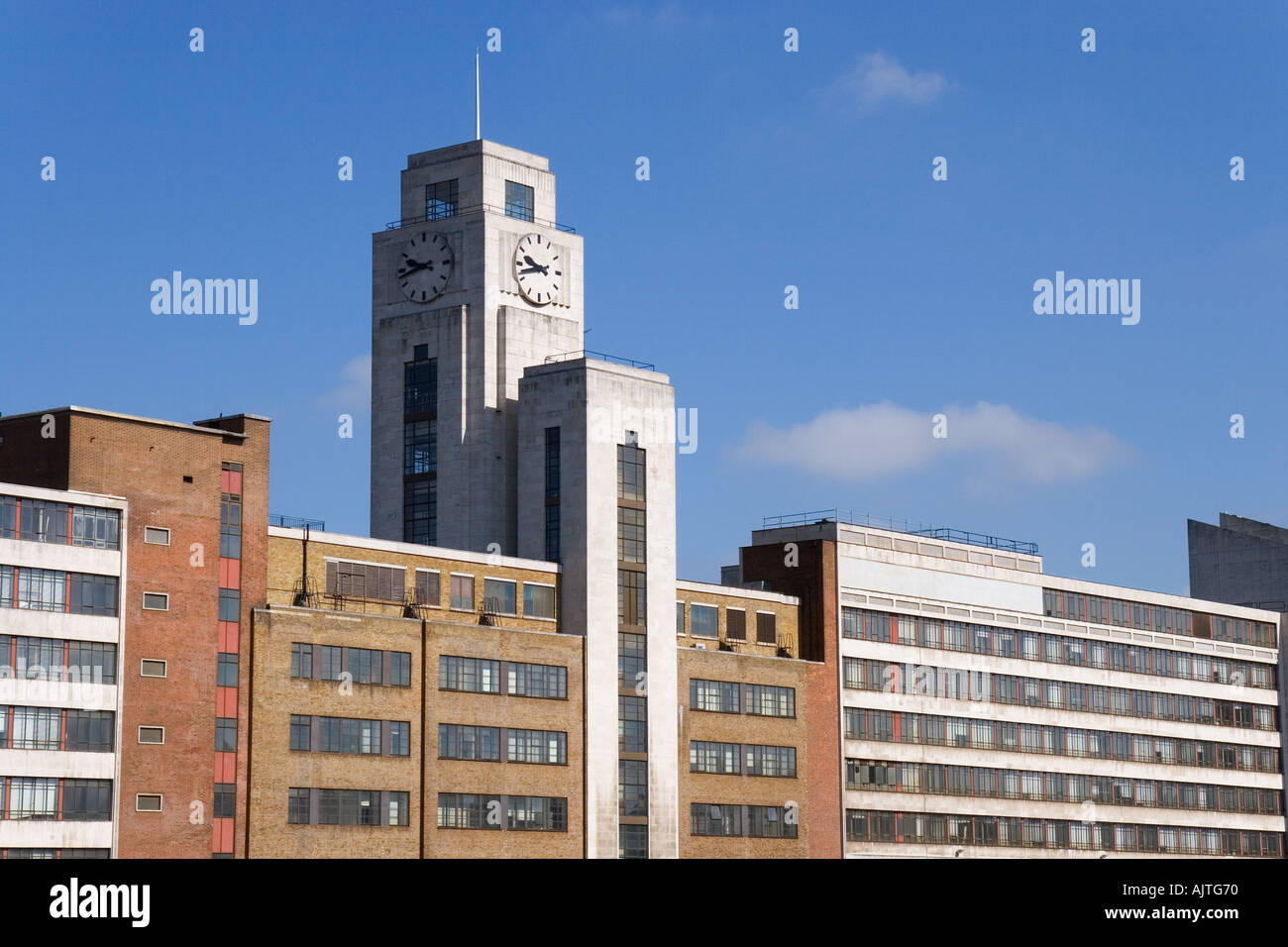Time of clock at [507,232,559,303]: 9:42
